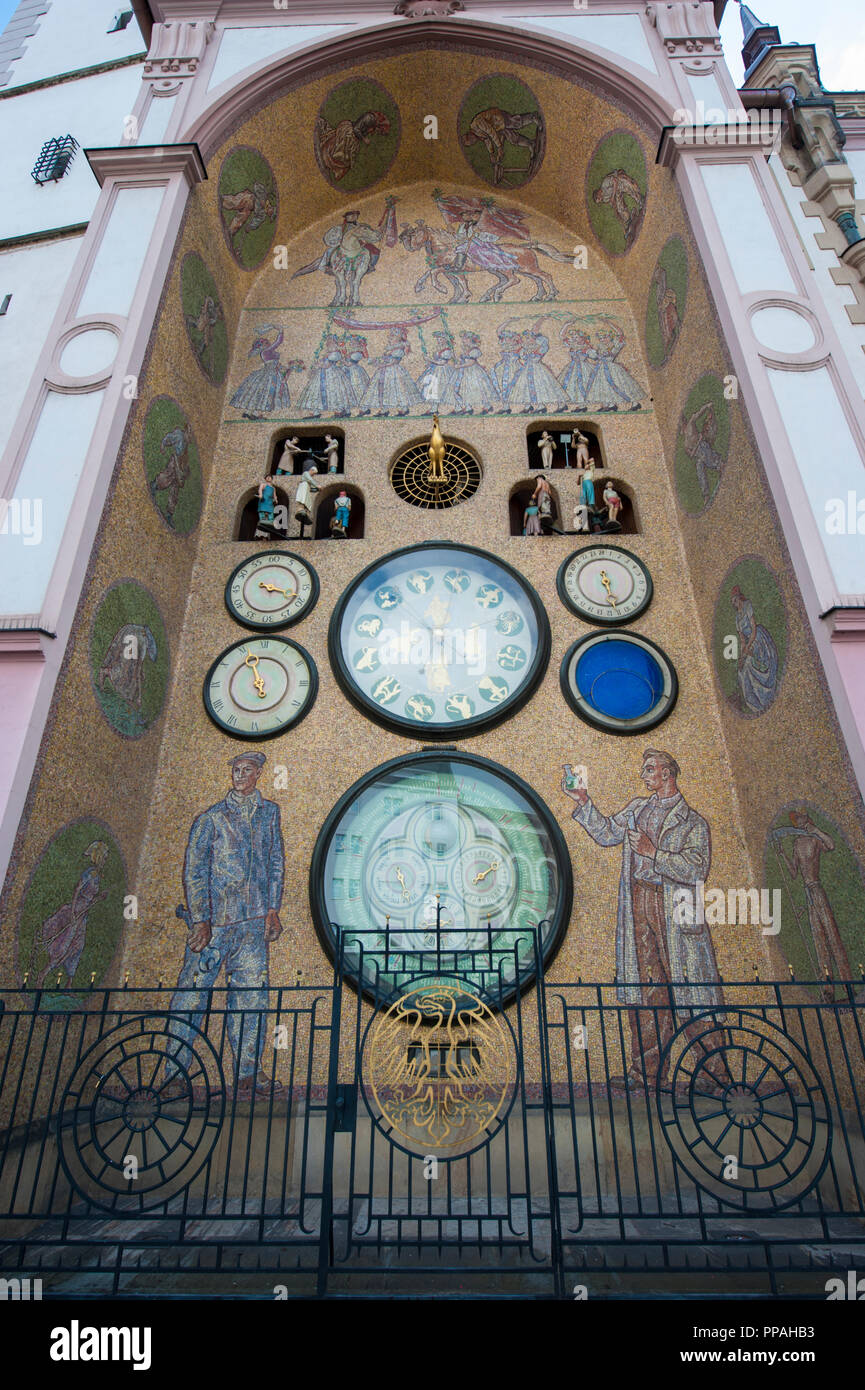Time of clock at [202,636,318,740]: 4:56
